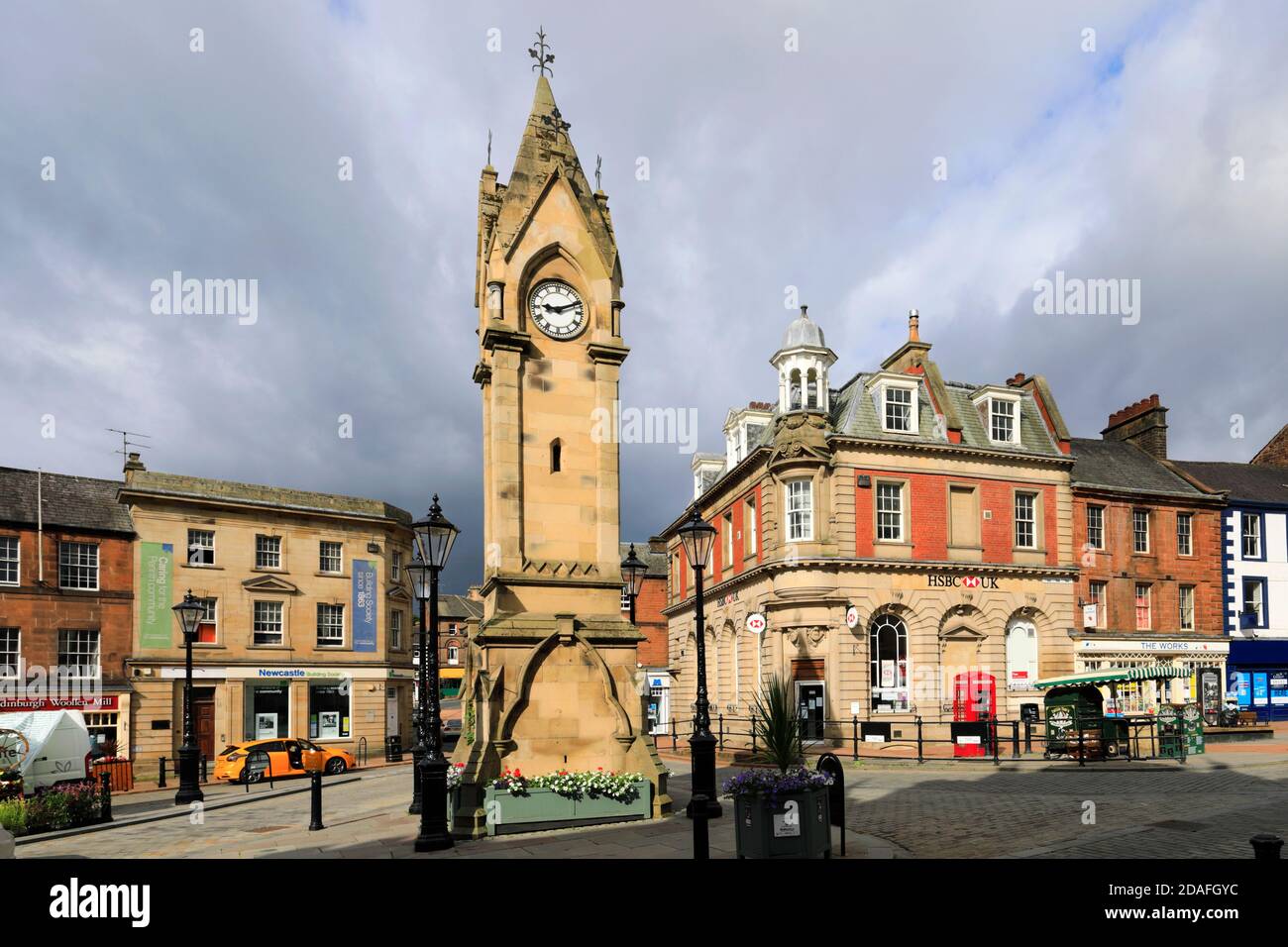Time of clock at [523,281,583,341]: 9:11
